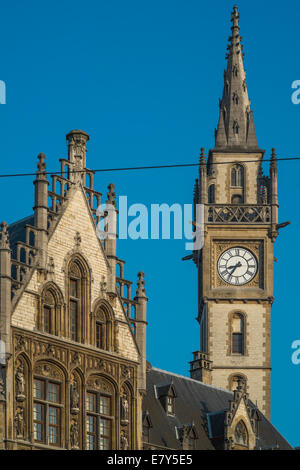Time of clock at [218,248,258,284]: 8:35
